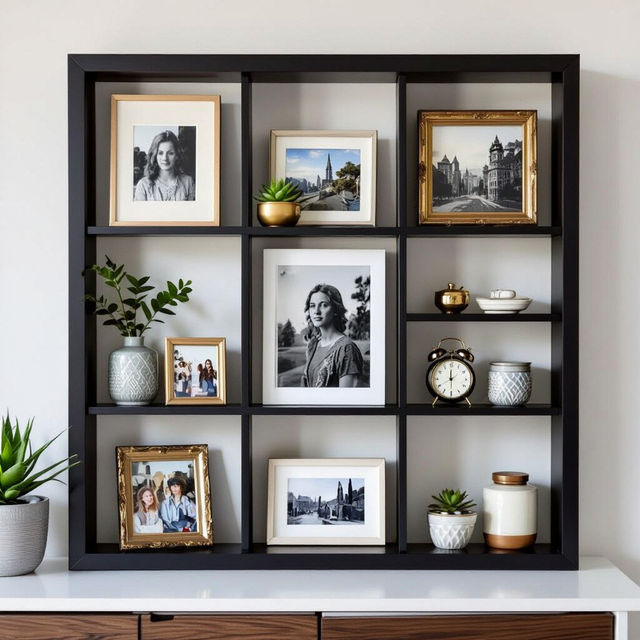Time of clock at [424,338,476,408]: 12:00
